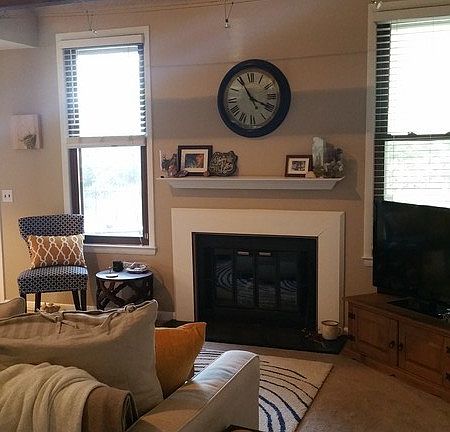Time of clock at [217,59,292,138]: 3:55
